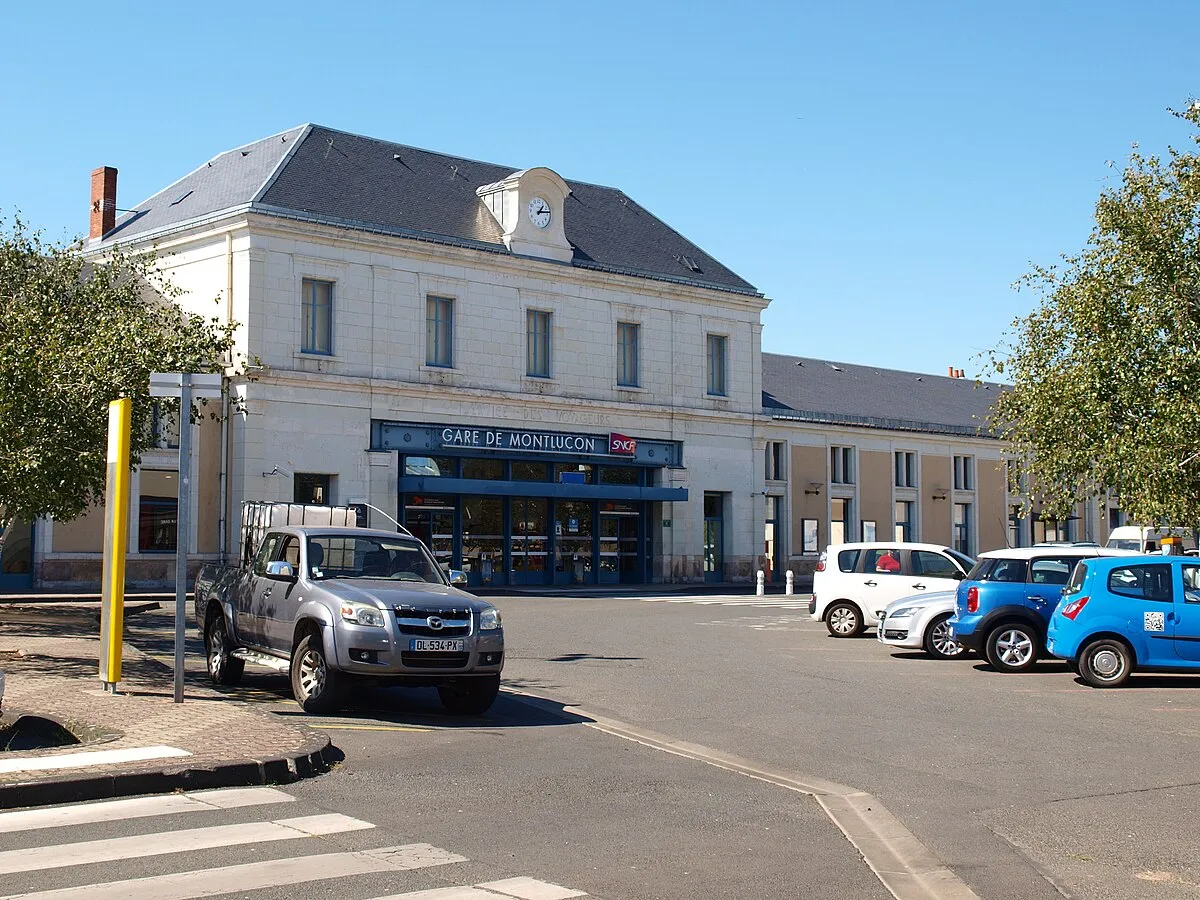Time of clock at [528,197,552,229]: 1:13
